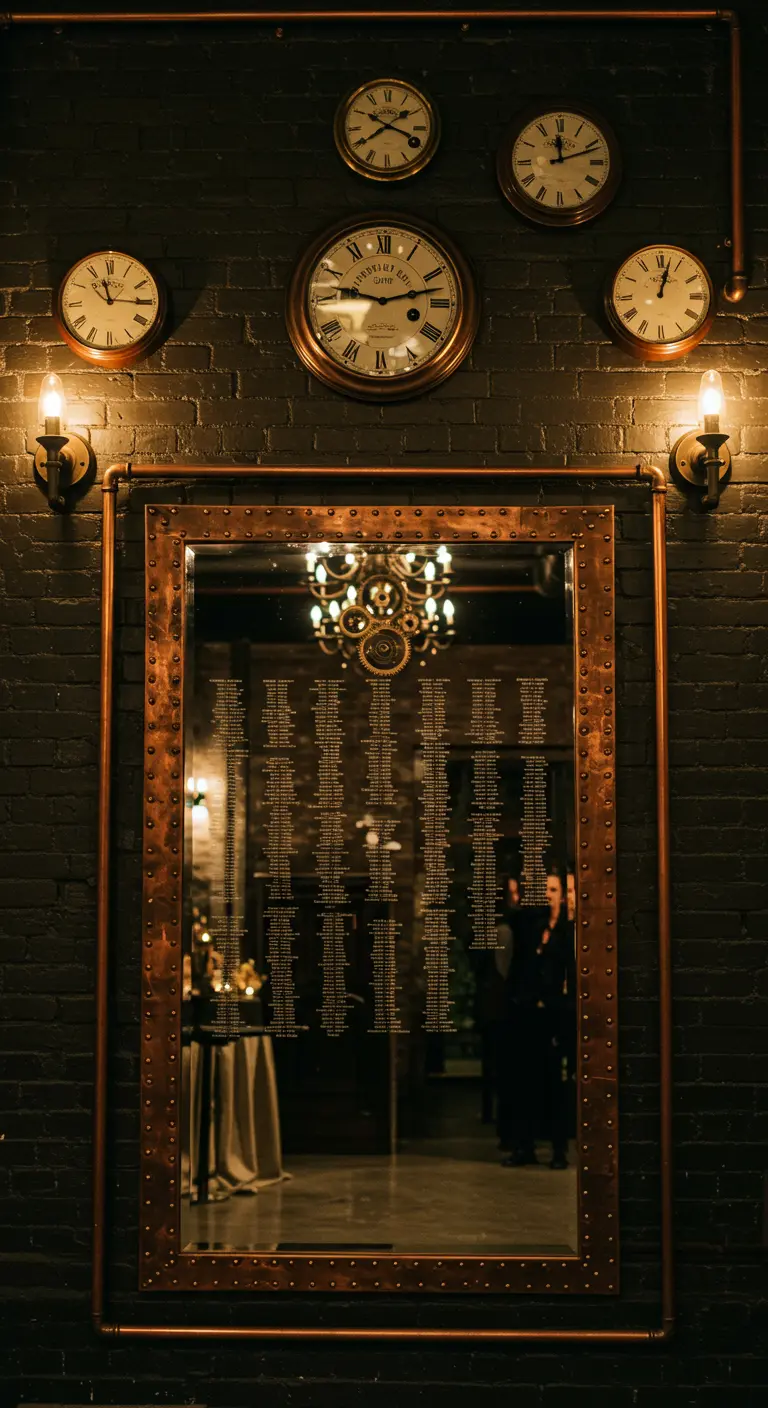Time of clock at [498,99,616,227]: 12:11
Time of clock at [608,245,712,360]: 1:02
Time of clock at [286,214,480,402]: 9:12
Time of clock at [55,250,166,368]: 11:15
